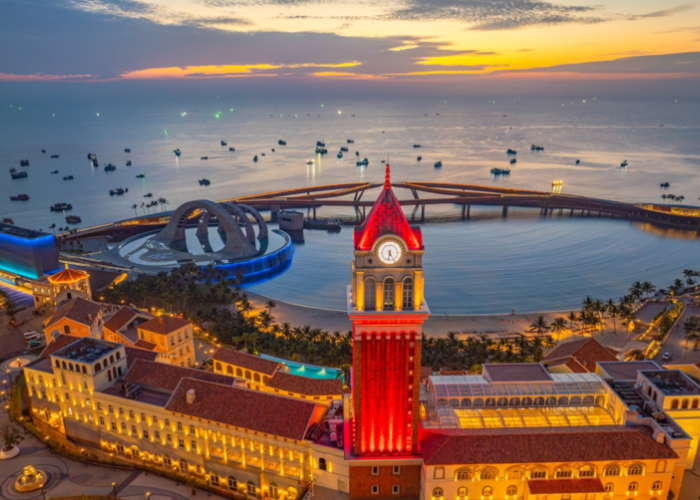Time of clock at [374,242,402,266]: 6:24
